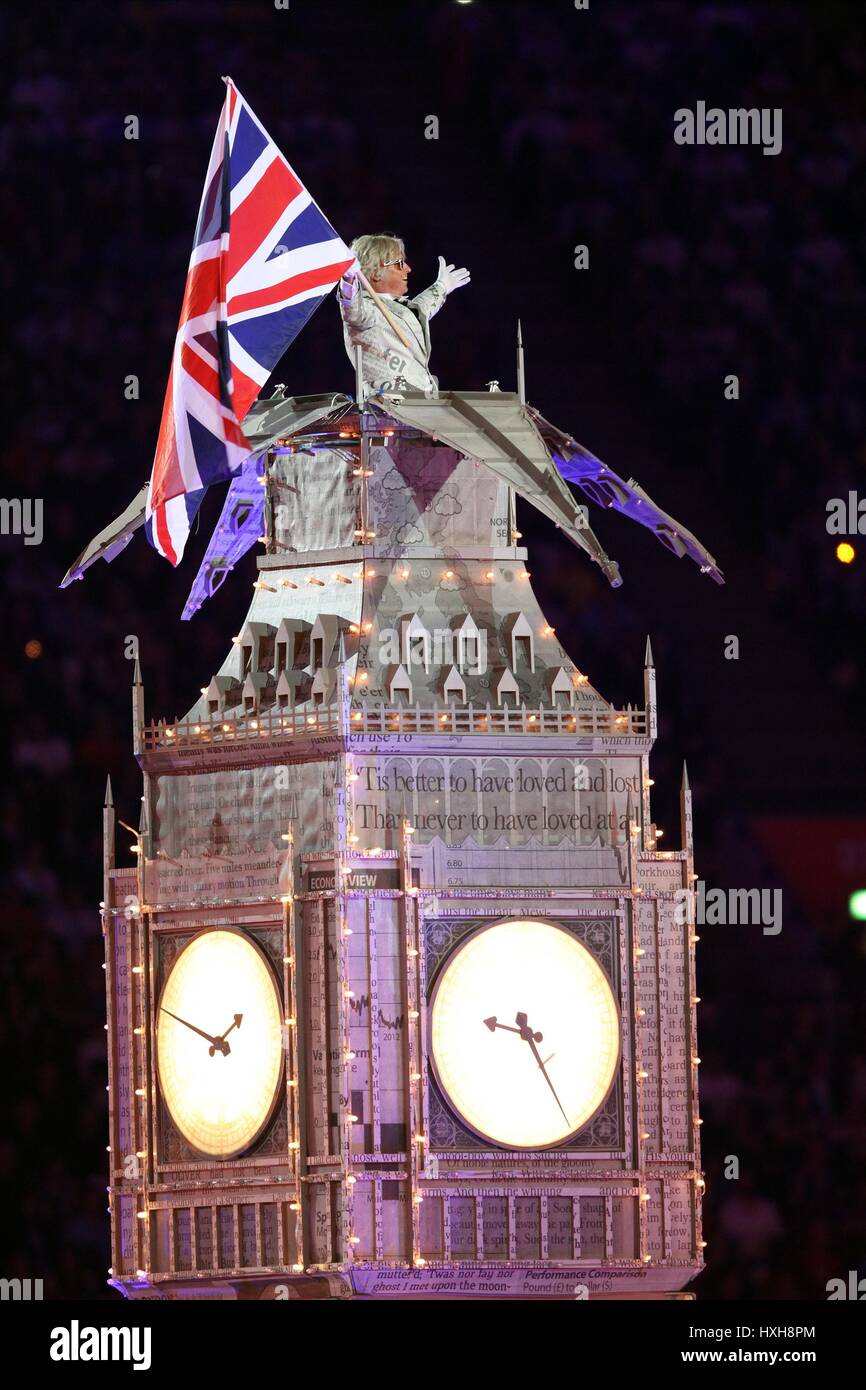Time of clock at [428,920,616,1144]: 9:25
